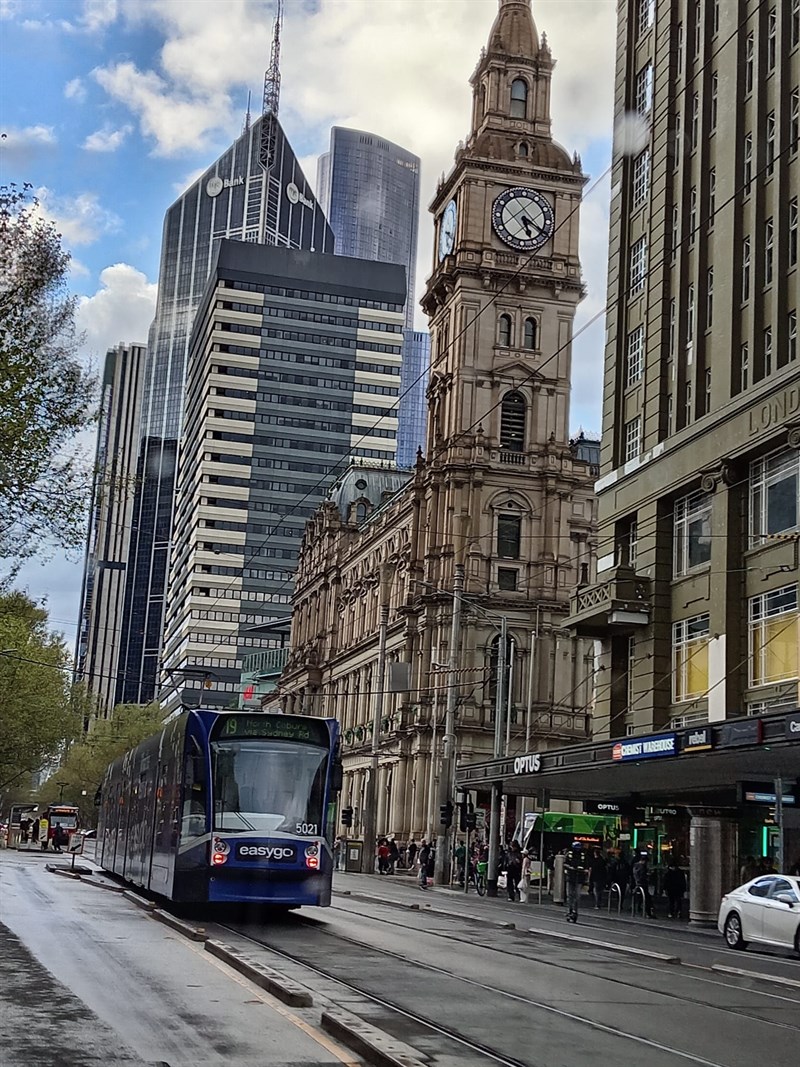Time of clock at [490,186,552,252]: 5:19
